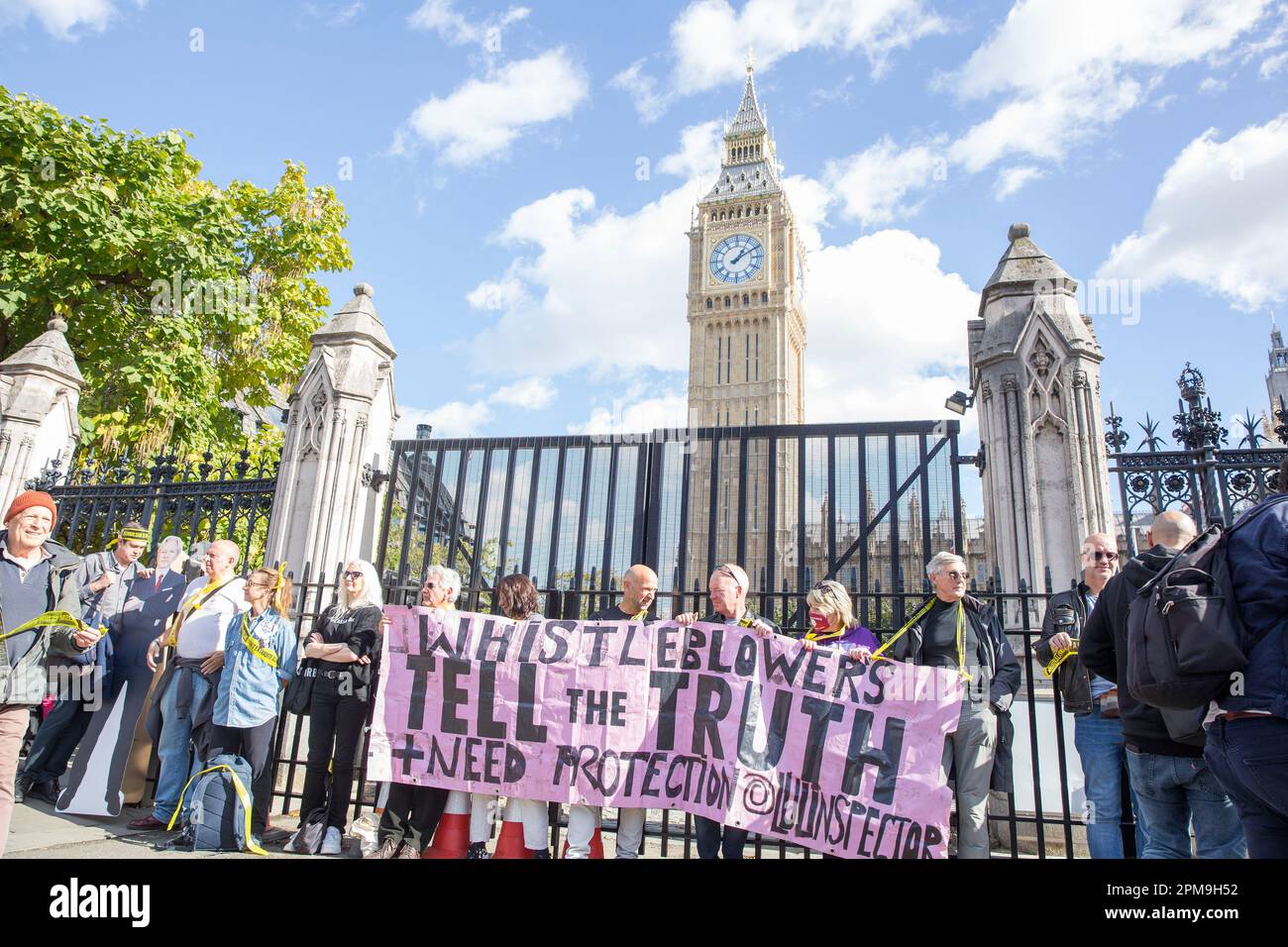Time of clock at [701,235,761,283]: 1:09
